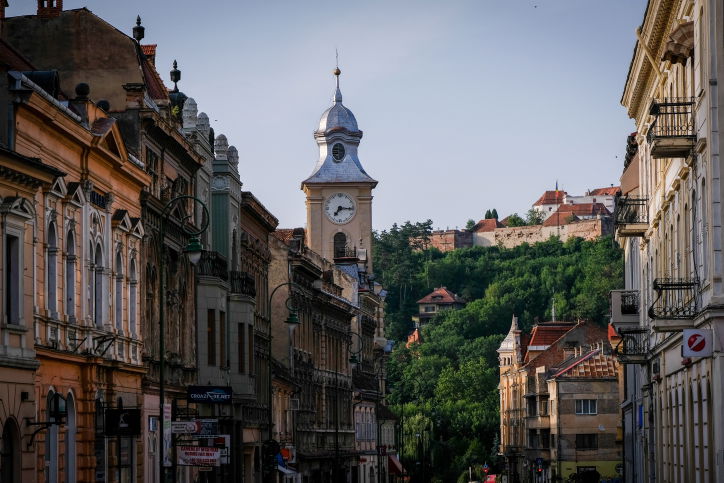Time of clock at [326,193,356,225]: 7:15
